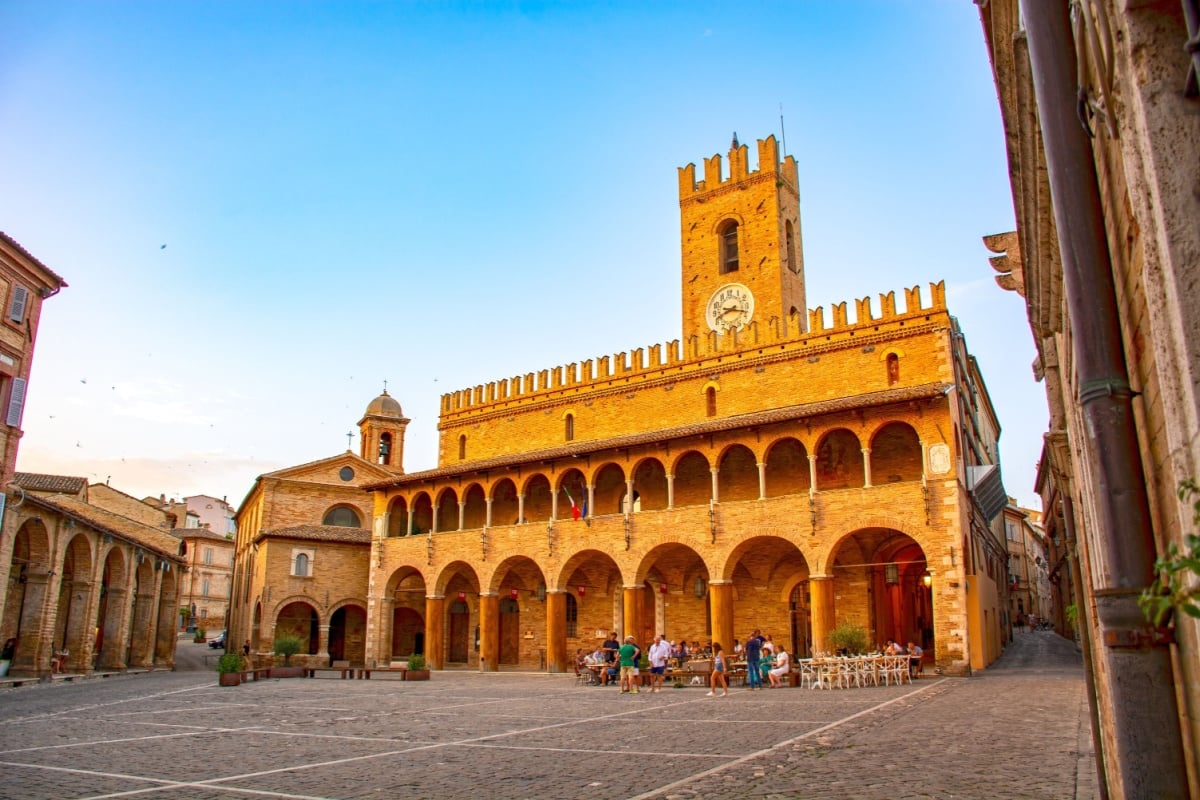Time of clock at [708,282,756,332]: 8:17
